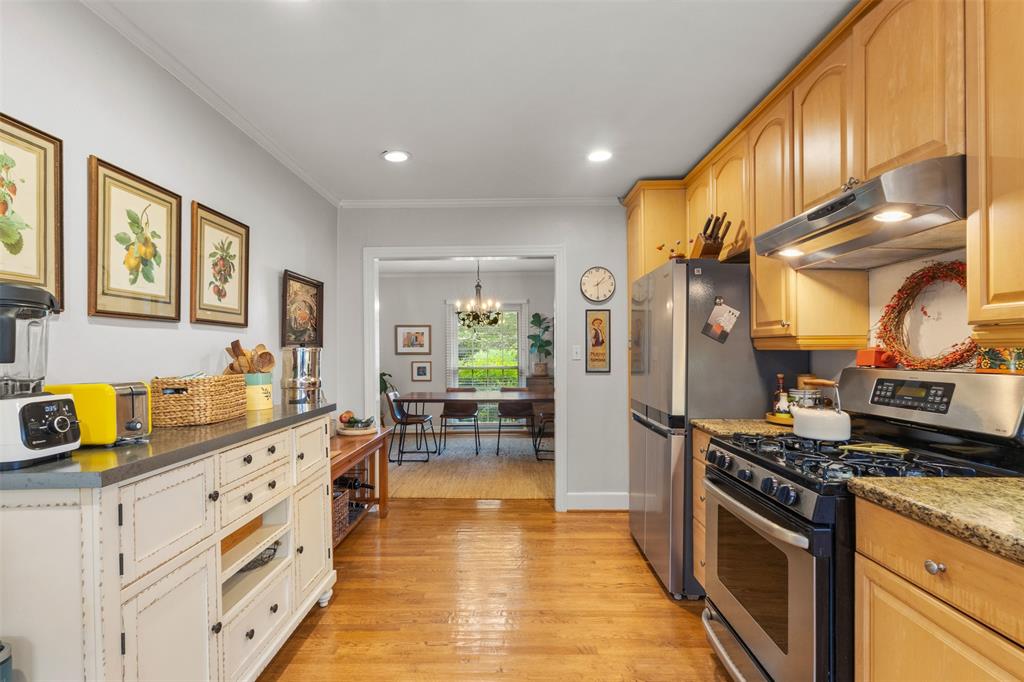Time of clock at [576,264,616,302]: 1:30
